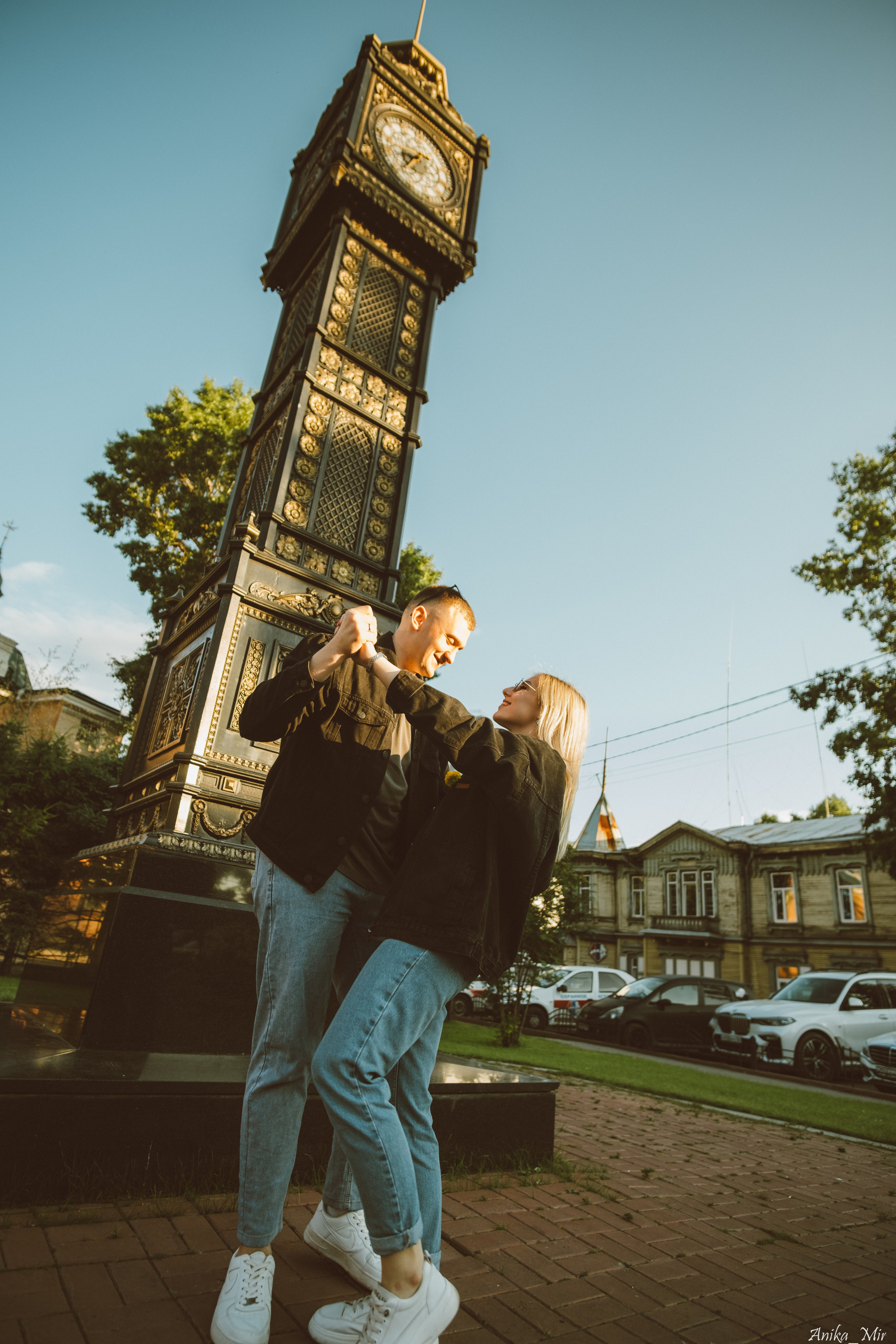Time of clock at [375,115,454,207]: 8:38
